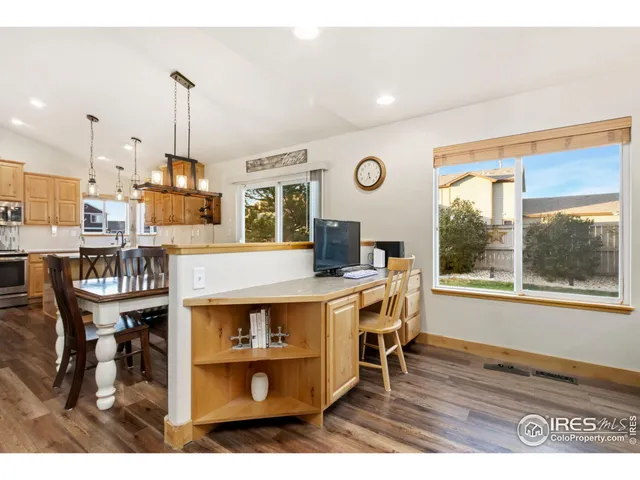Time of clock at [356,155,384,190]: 5:34
